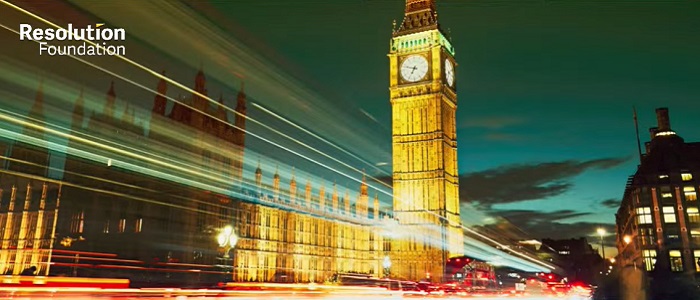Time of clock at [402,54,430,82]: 6:48
